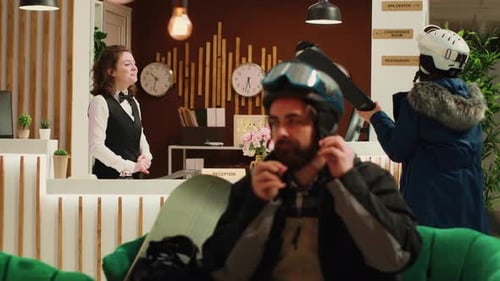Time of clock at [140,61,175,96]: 10:32
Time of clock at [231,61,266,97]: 5:32
